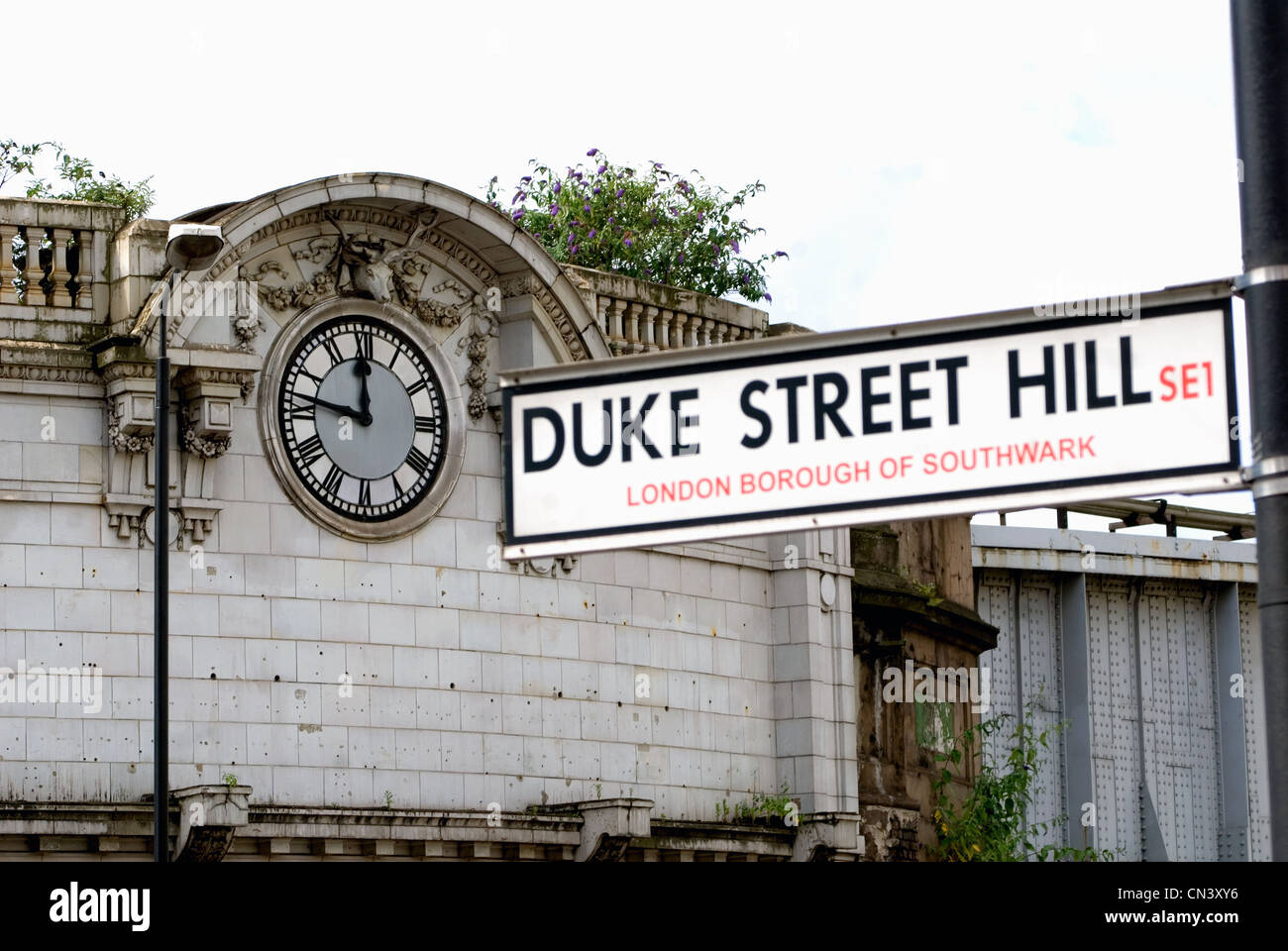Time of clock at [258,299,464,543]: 11:46
